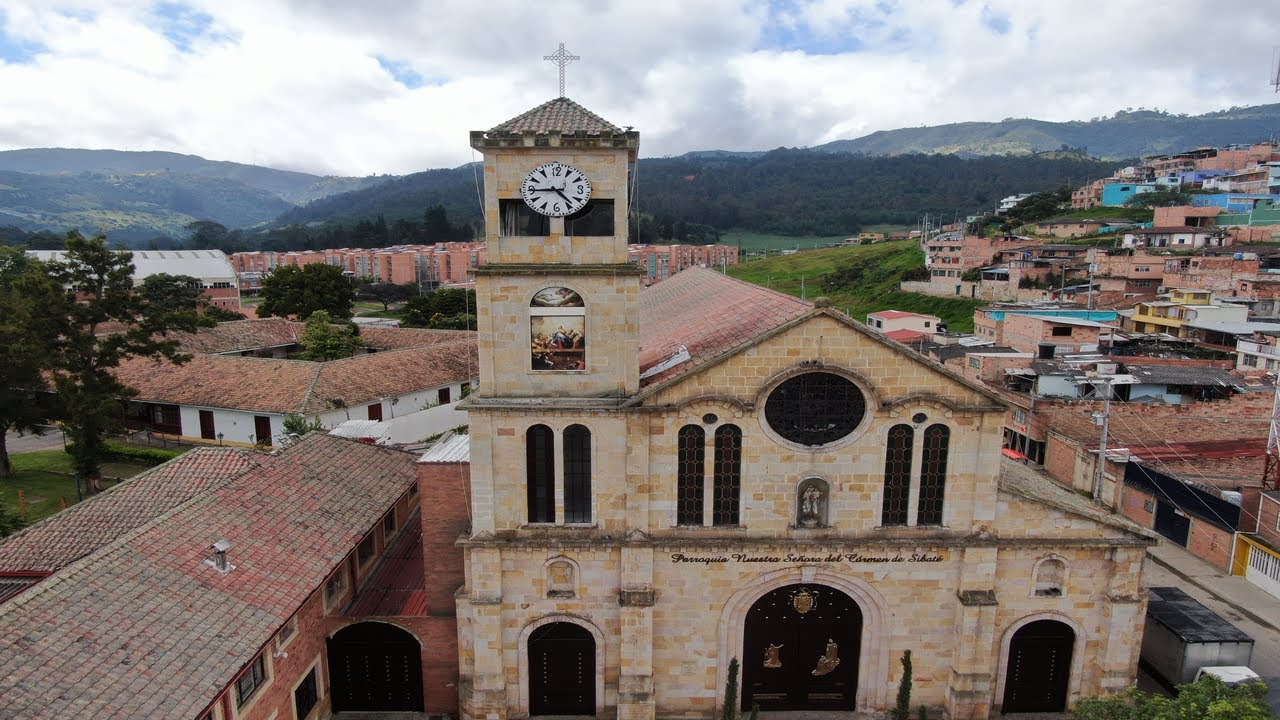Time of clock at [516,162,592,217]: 4:44
